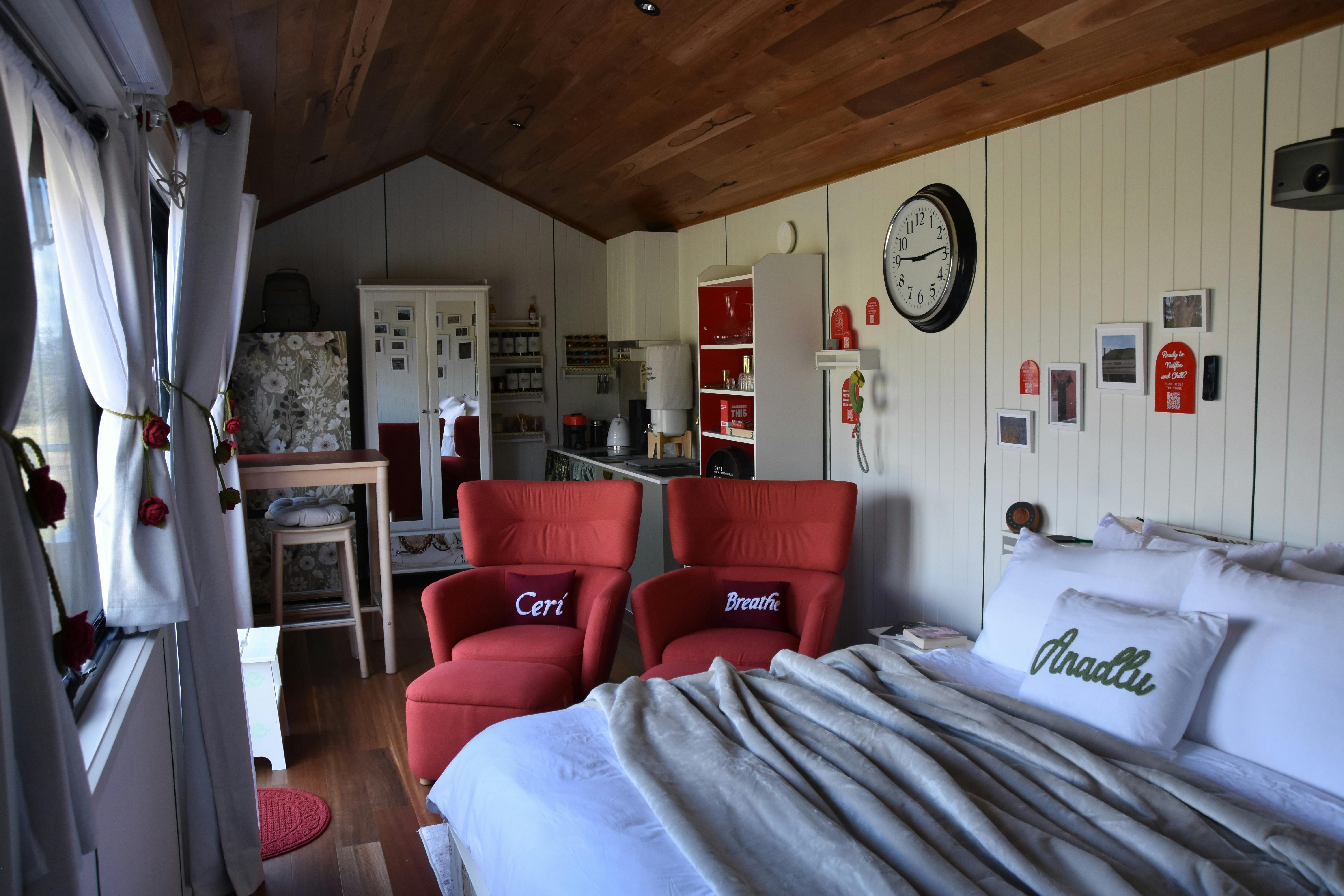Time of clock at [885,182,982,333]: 9:13
